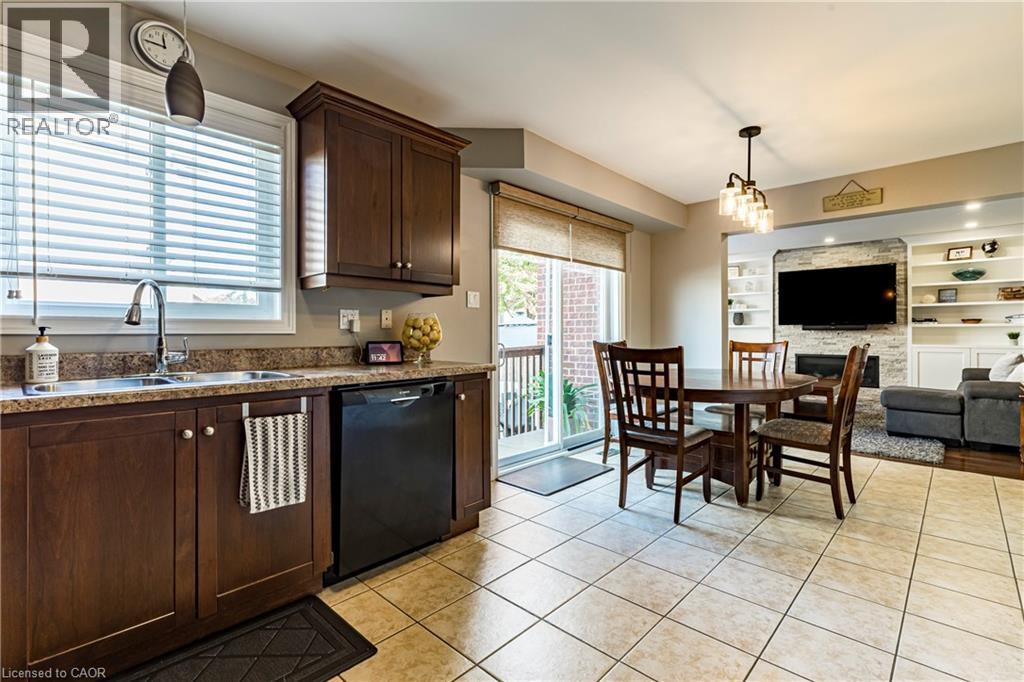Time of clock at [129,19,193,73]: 11:45
